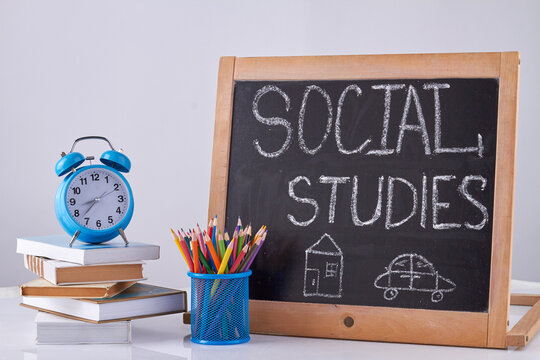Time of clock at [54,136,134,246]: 8:37
